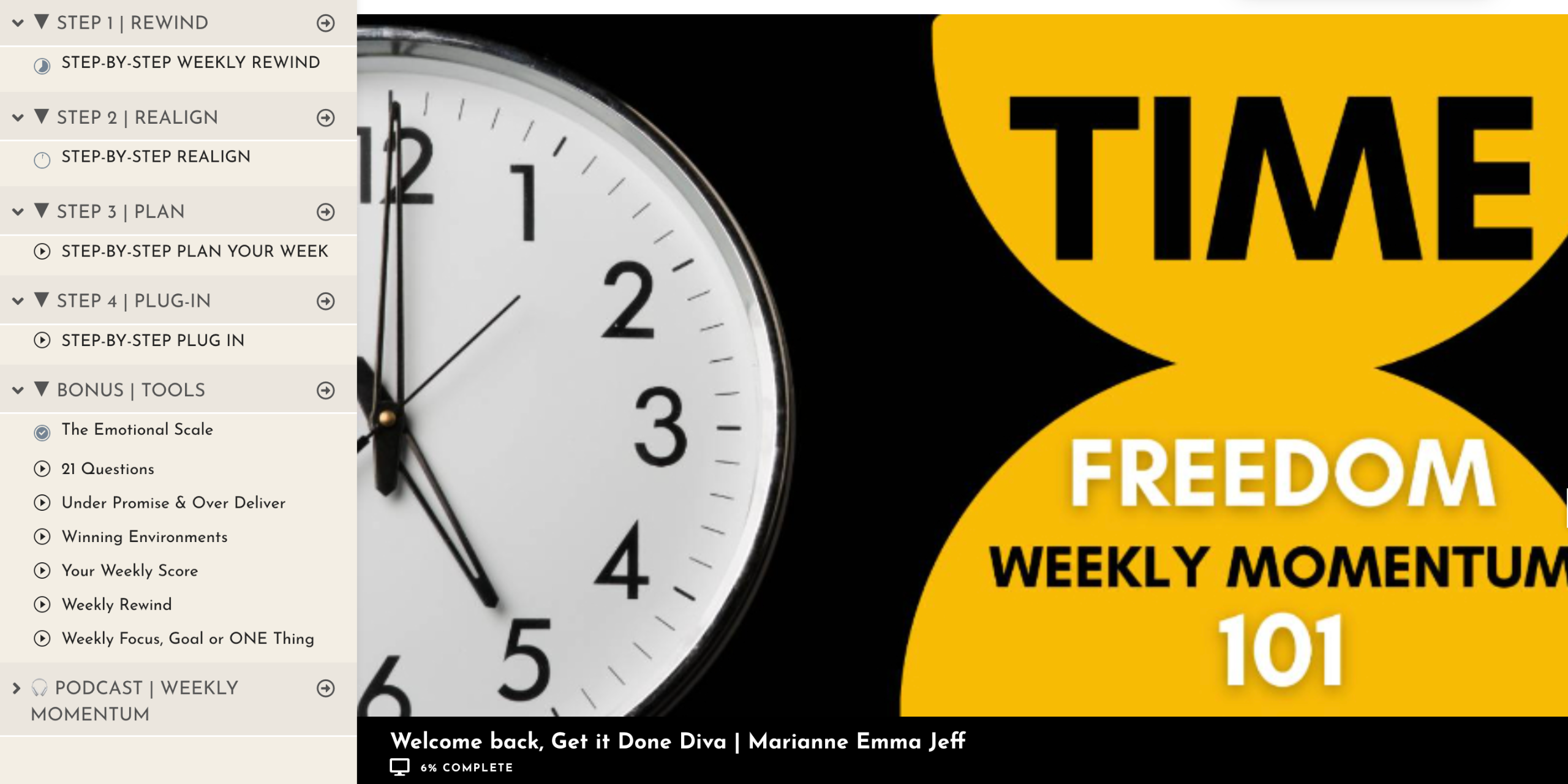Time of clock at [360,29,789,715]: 5:00
